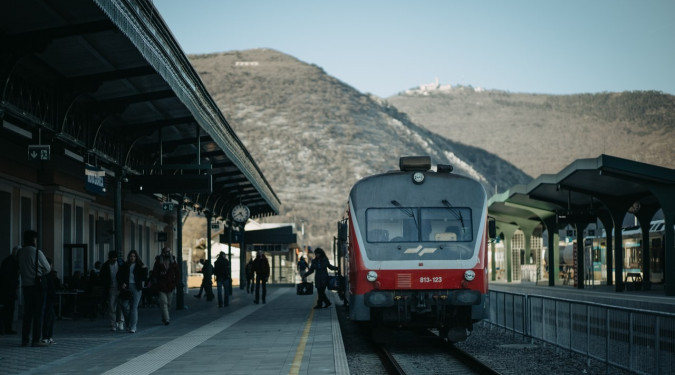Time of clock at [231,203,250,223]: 4:40
